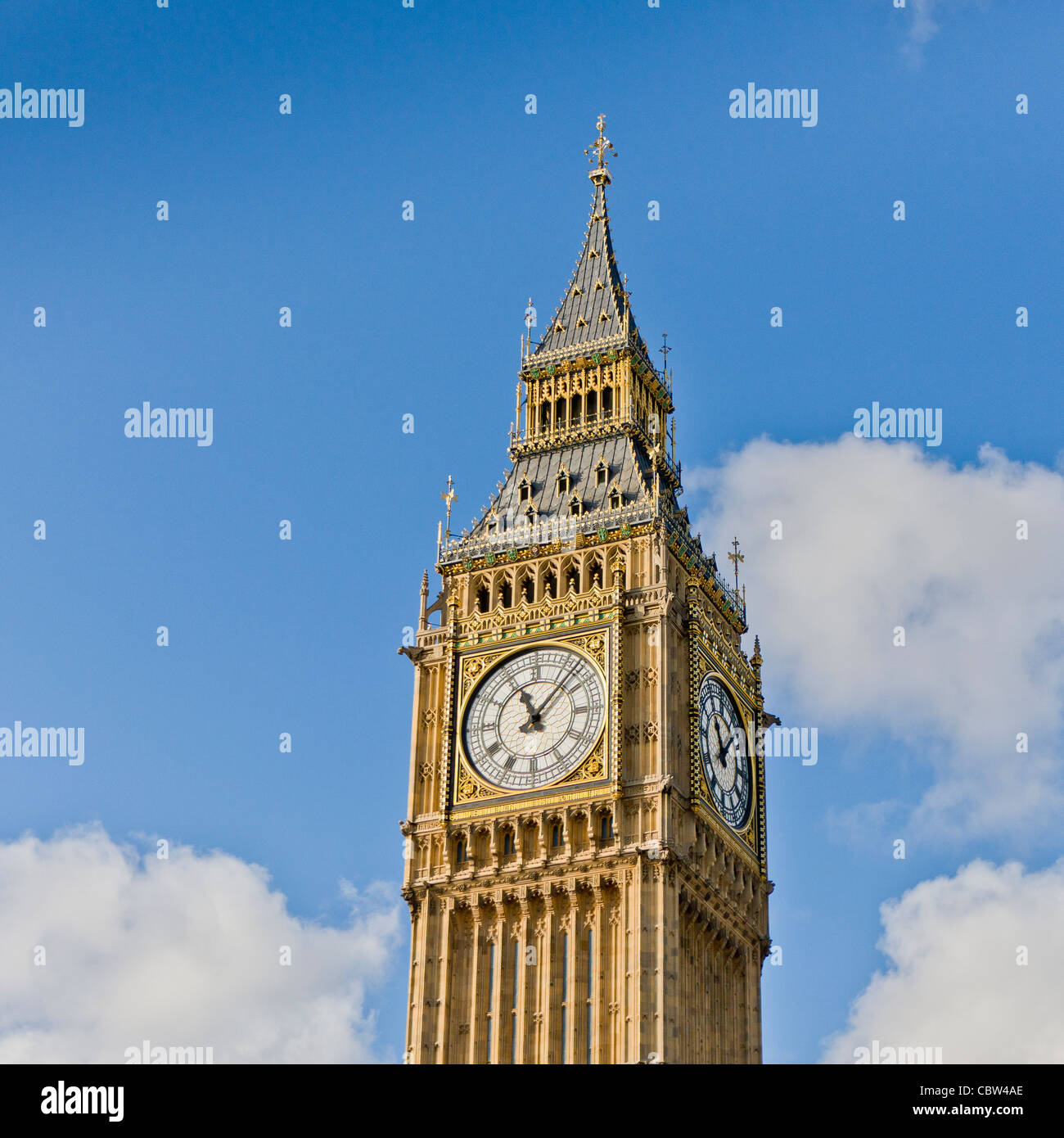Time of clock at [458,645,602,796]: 11:07
